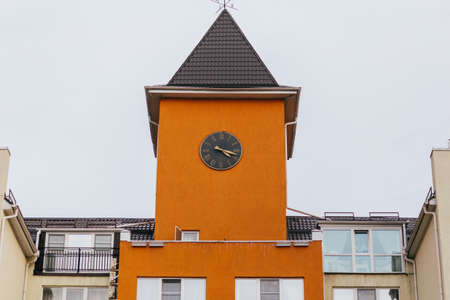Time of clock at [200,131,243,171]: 4:17
